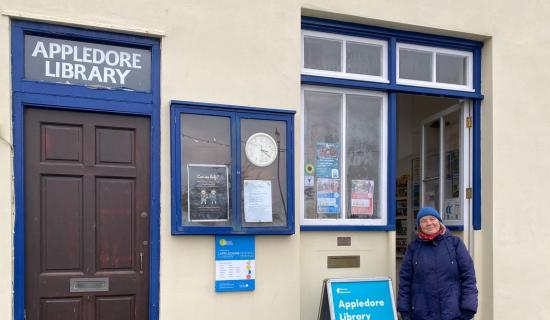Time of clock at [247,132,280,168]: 3:21
